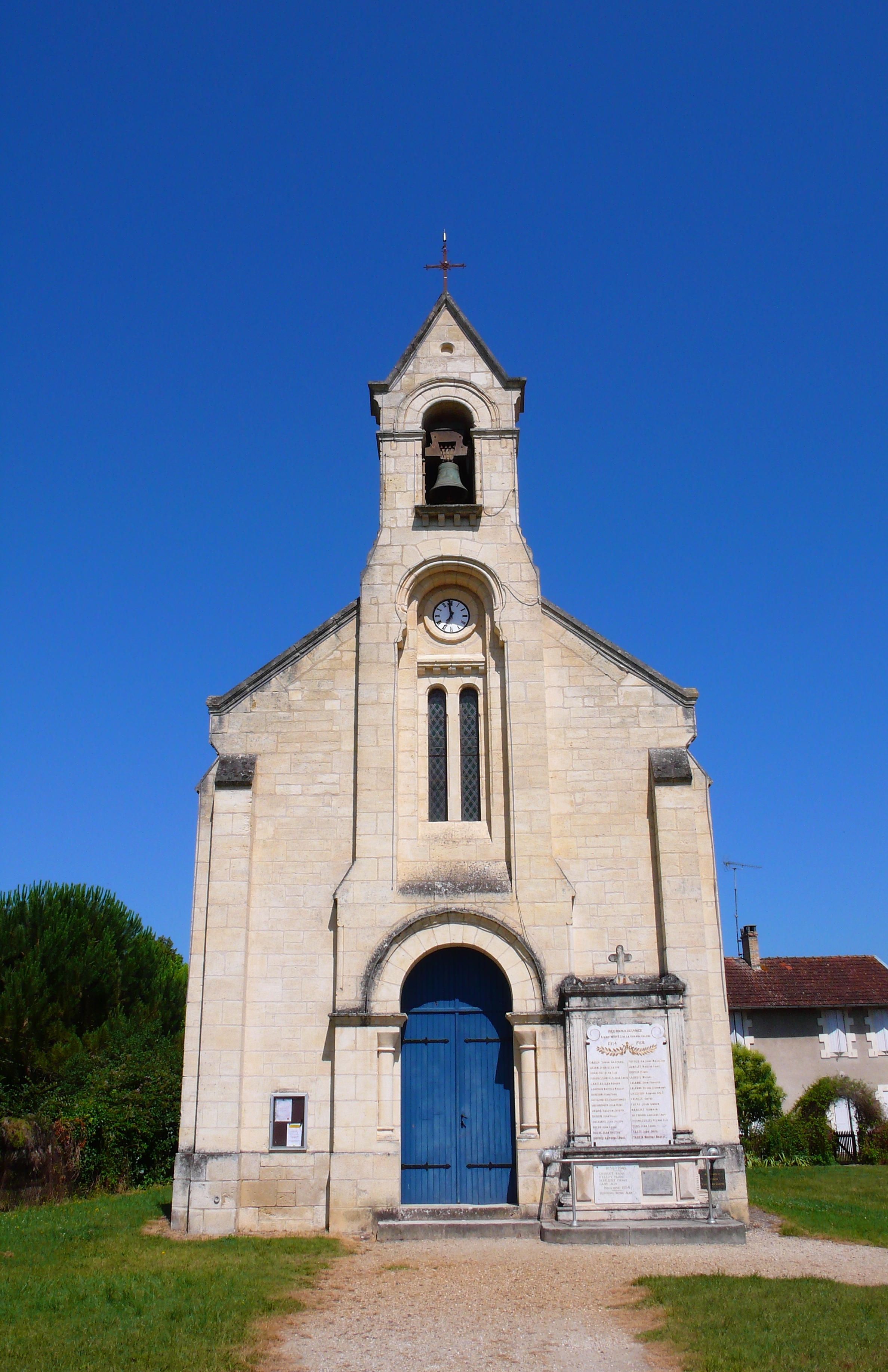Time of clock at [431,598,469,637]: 6:58
